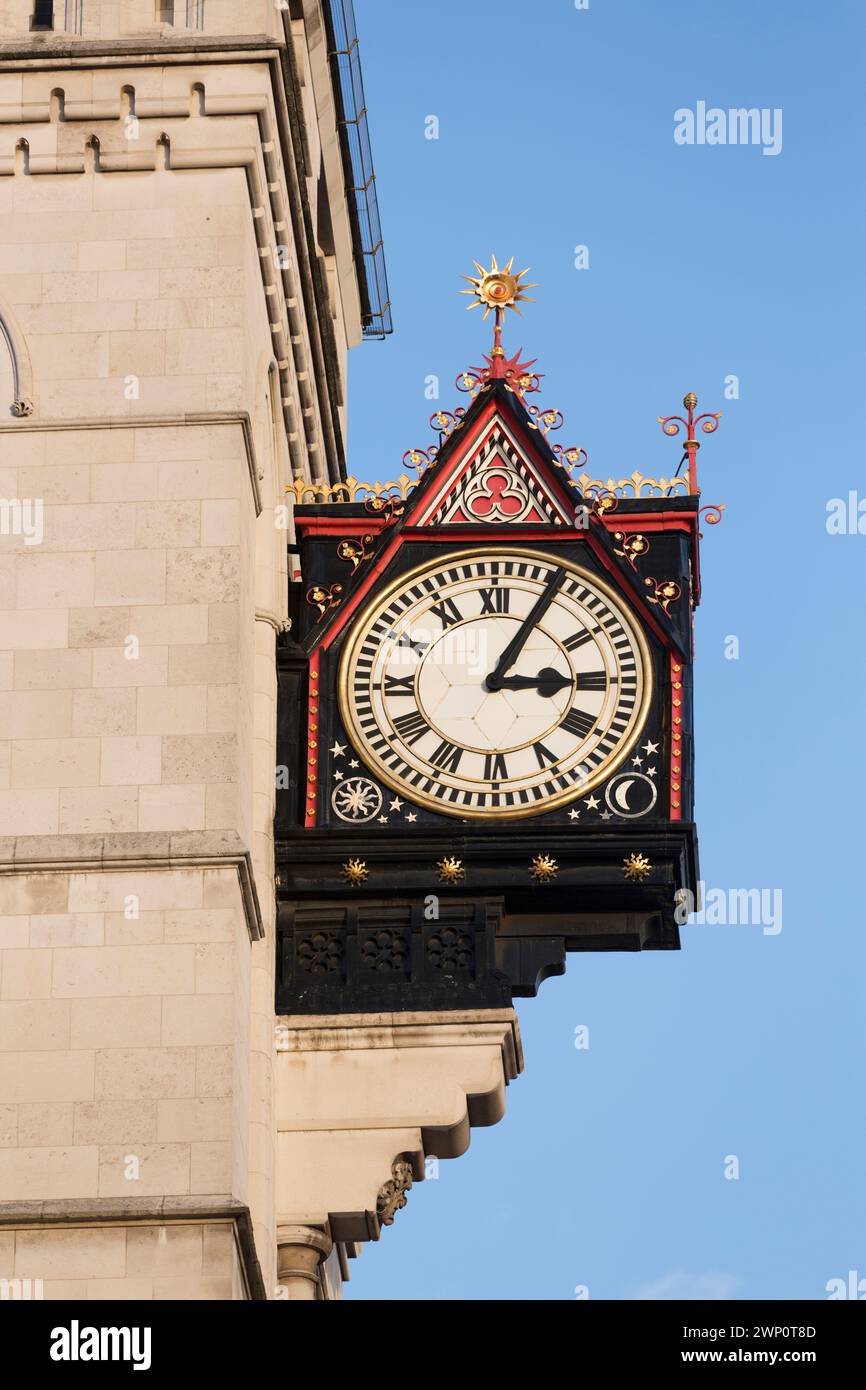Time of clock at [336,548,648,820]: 3:04
